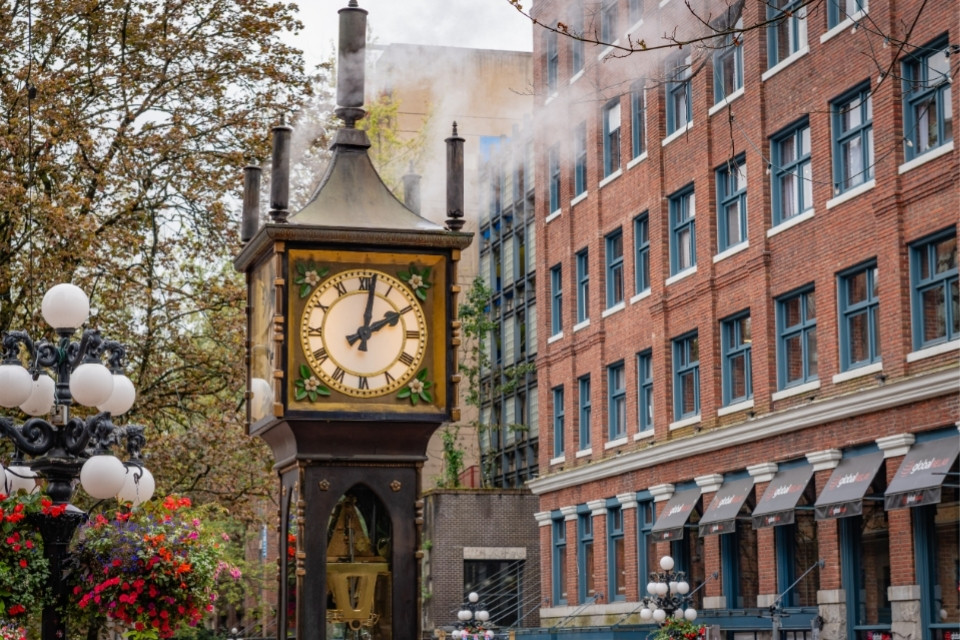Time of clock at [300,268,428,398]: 2:01
